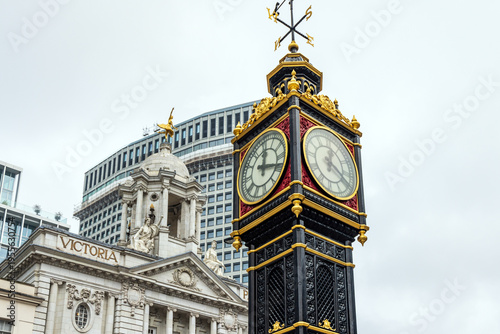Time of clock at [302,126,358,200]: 12:19
